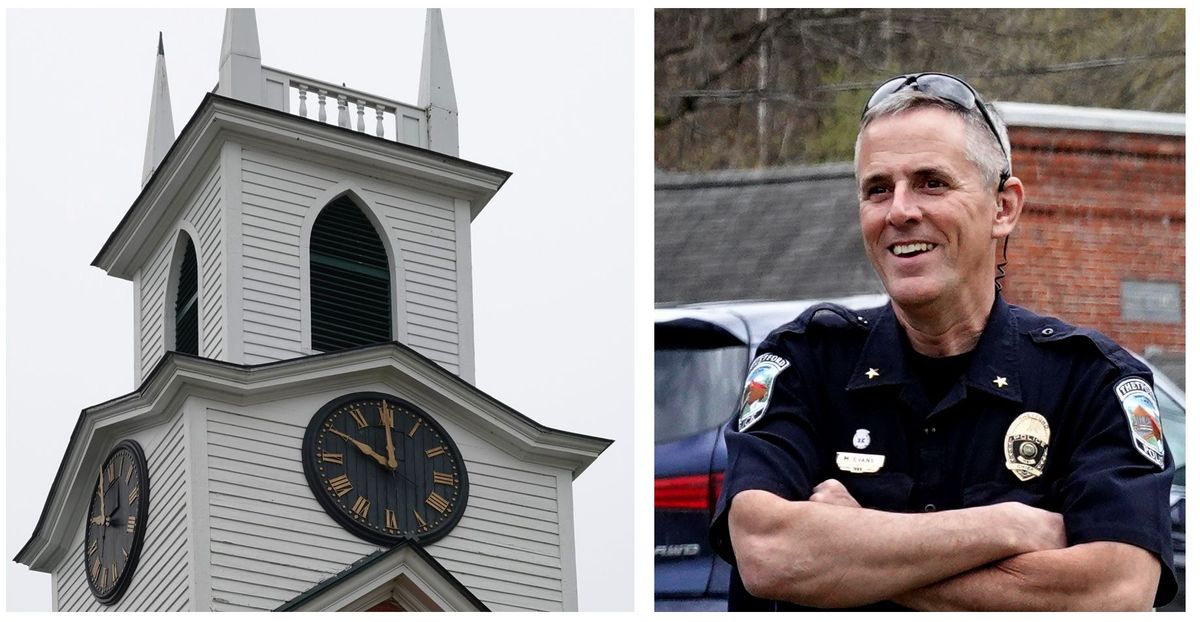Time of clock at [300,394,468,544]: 10:00
